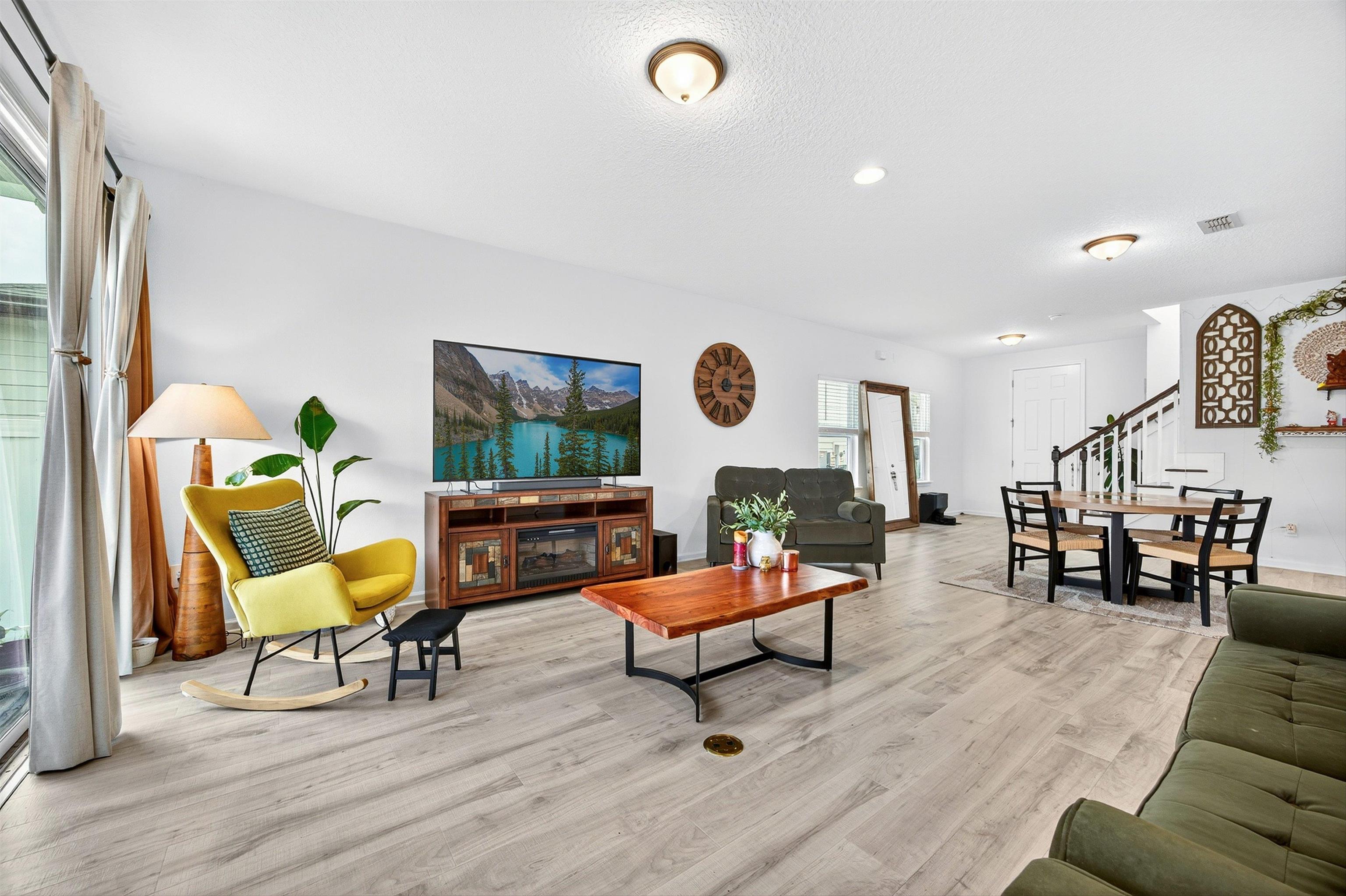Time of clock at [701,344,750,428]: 12:14
